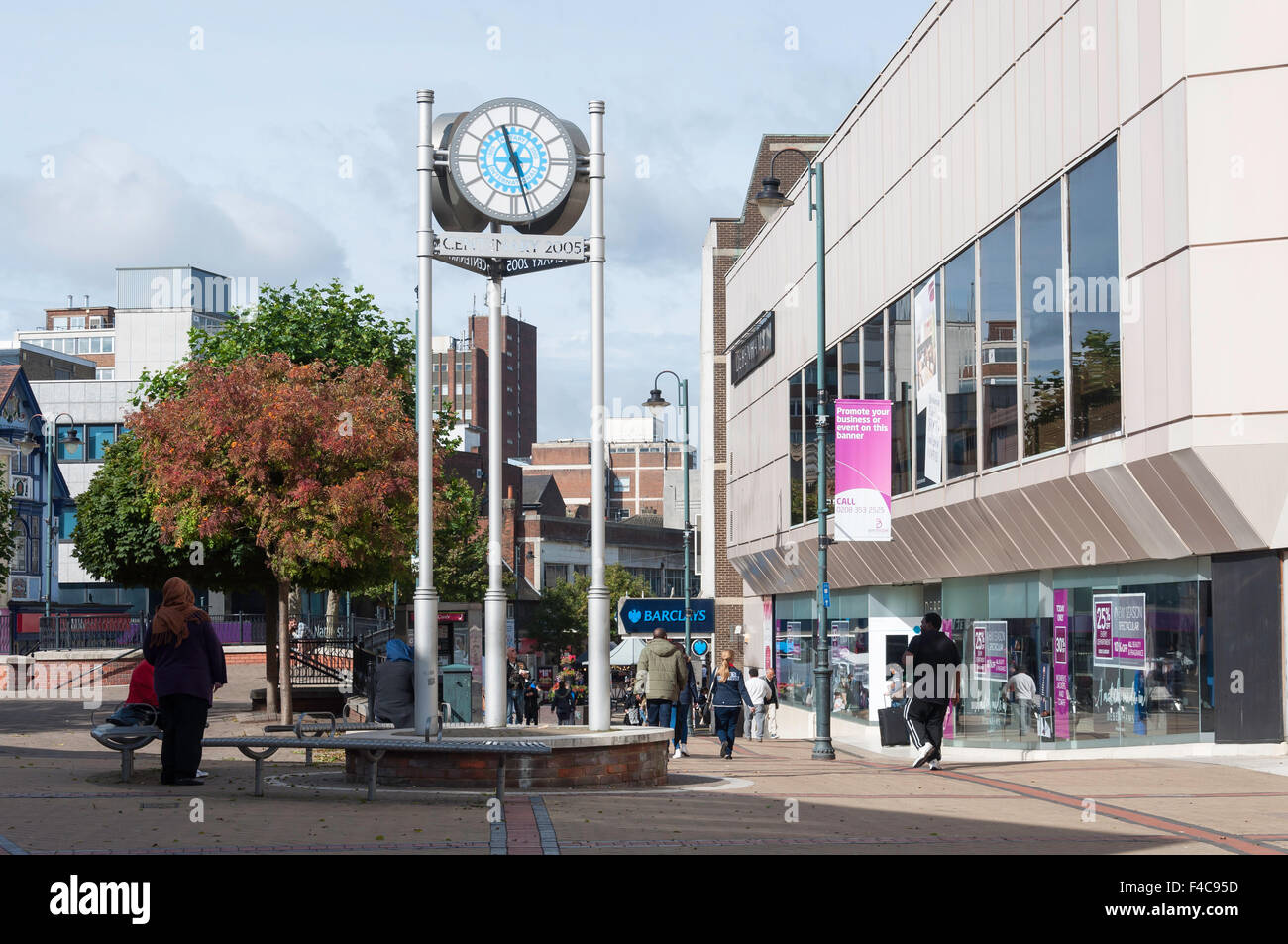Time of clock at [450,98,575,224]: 6:56
